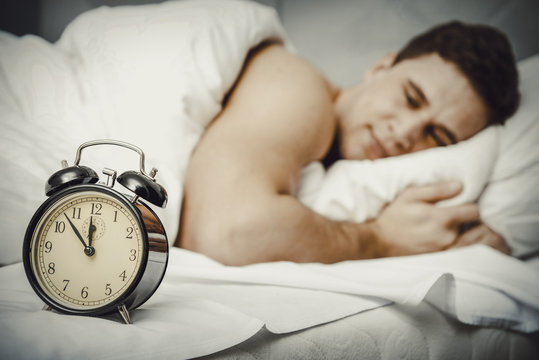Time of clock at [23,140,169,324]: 11:52
